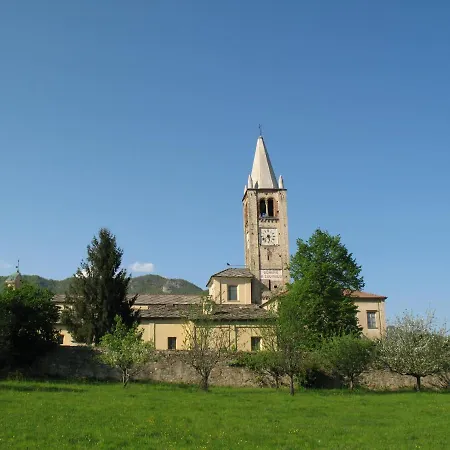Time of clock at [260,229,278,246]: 5:38
